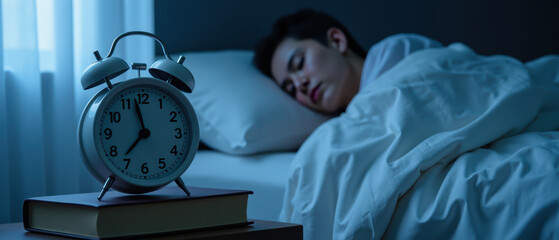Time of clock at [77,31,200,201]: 11:36
